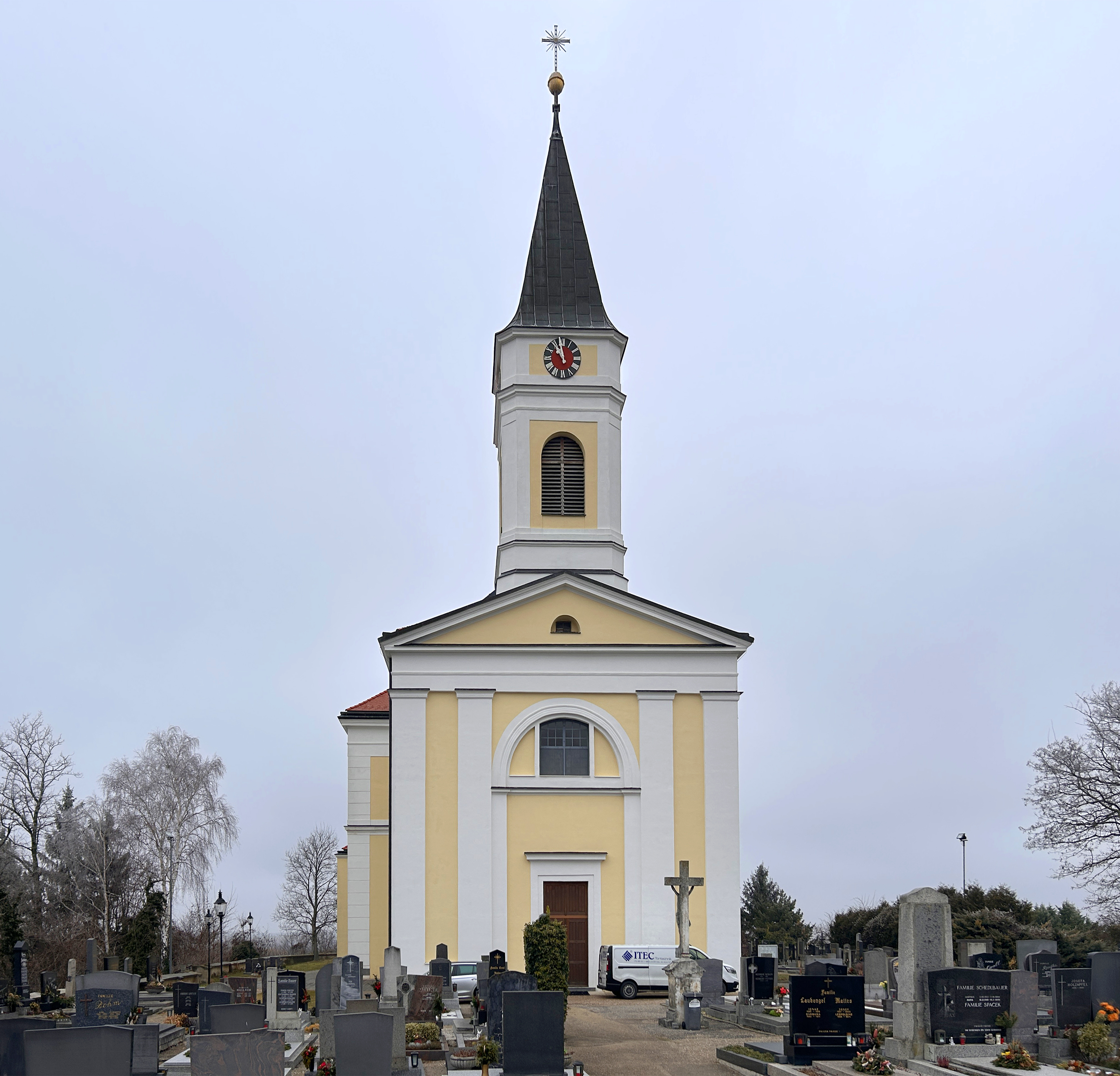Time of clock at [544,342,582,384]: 10:58
